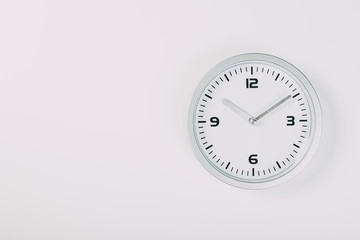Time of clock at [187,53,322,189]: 10:09
